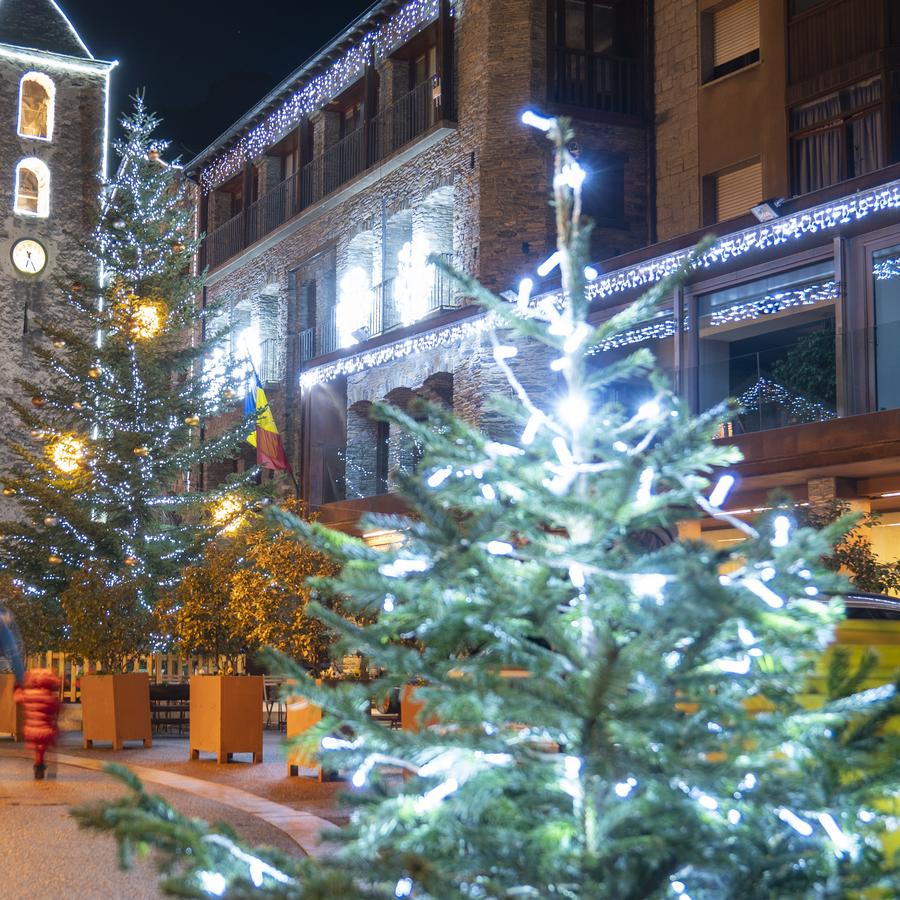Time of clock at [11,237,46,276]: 6:25
